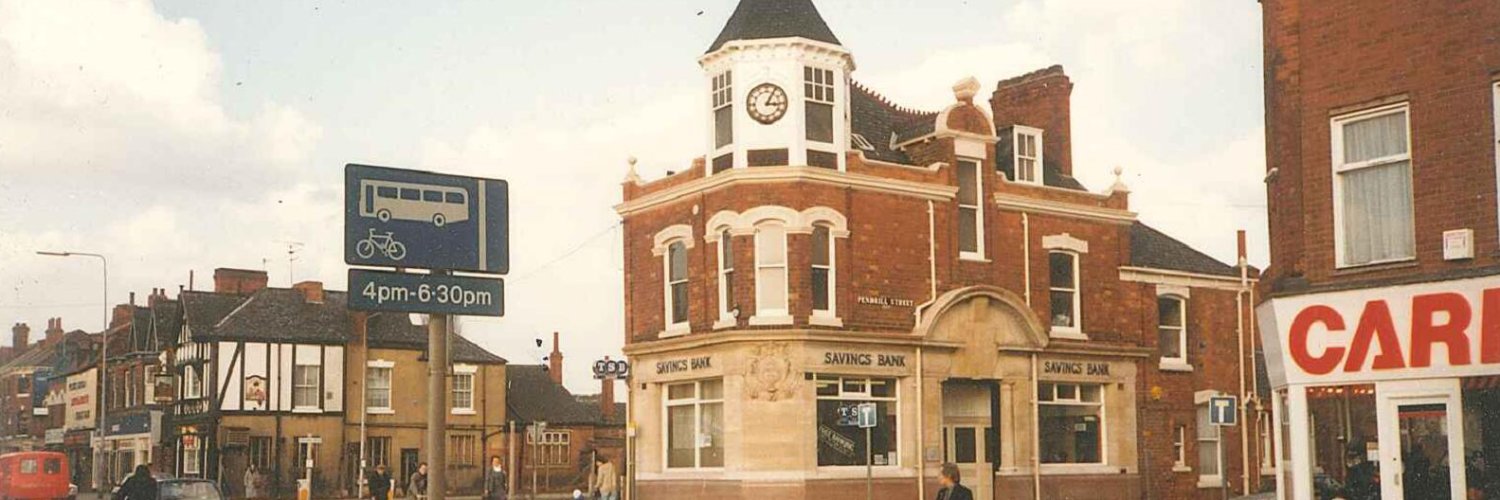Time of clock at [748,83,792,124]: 3:05
